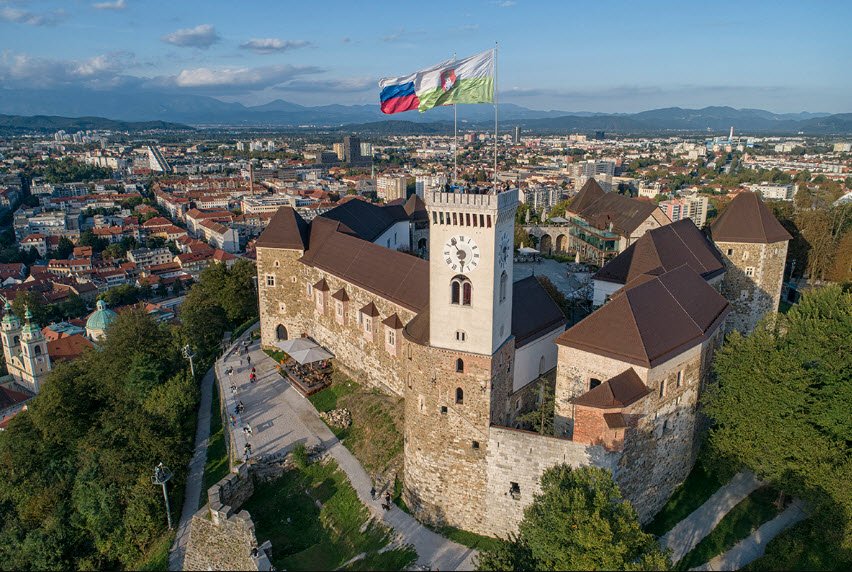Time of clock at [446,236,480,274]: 5:53
